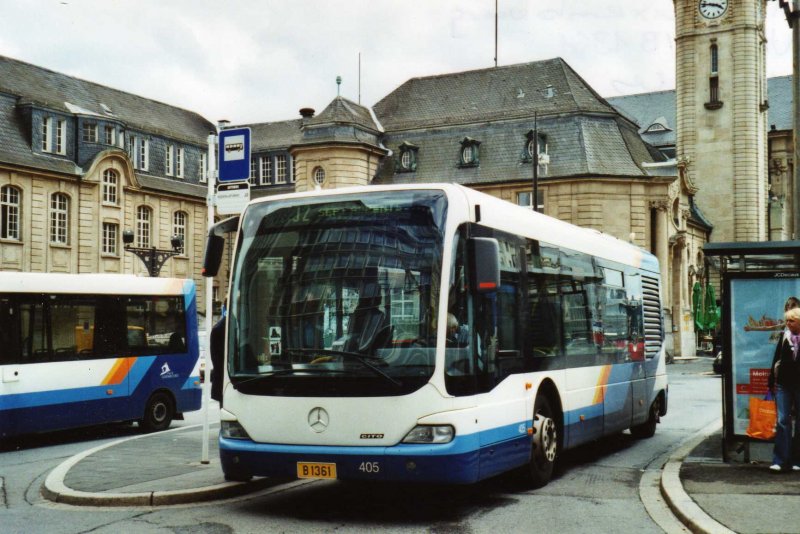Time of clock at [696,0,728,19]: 3:46
